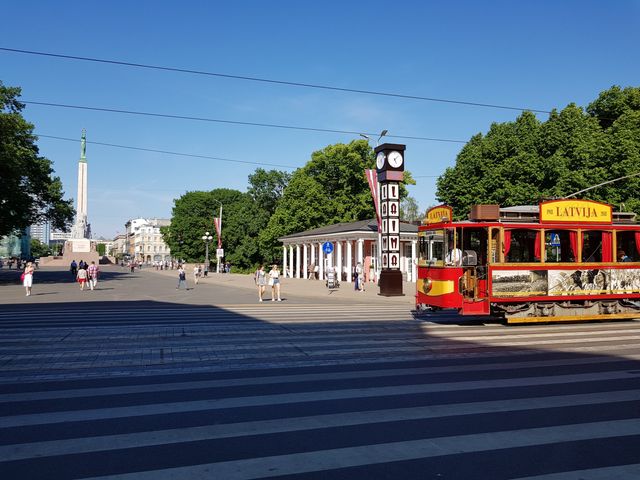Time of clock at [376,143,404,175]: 5:08
